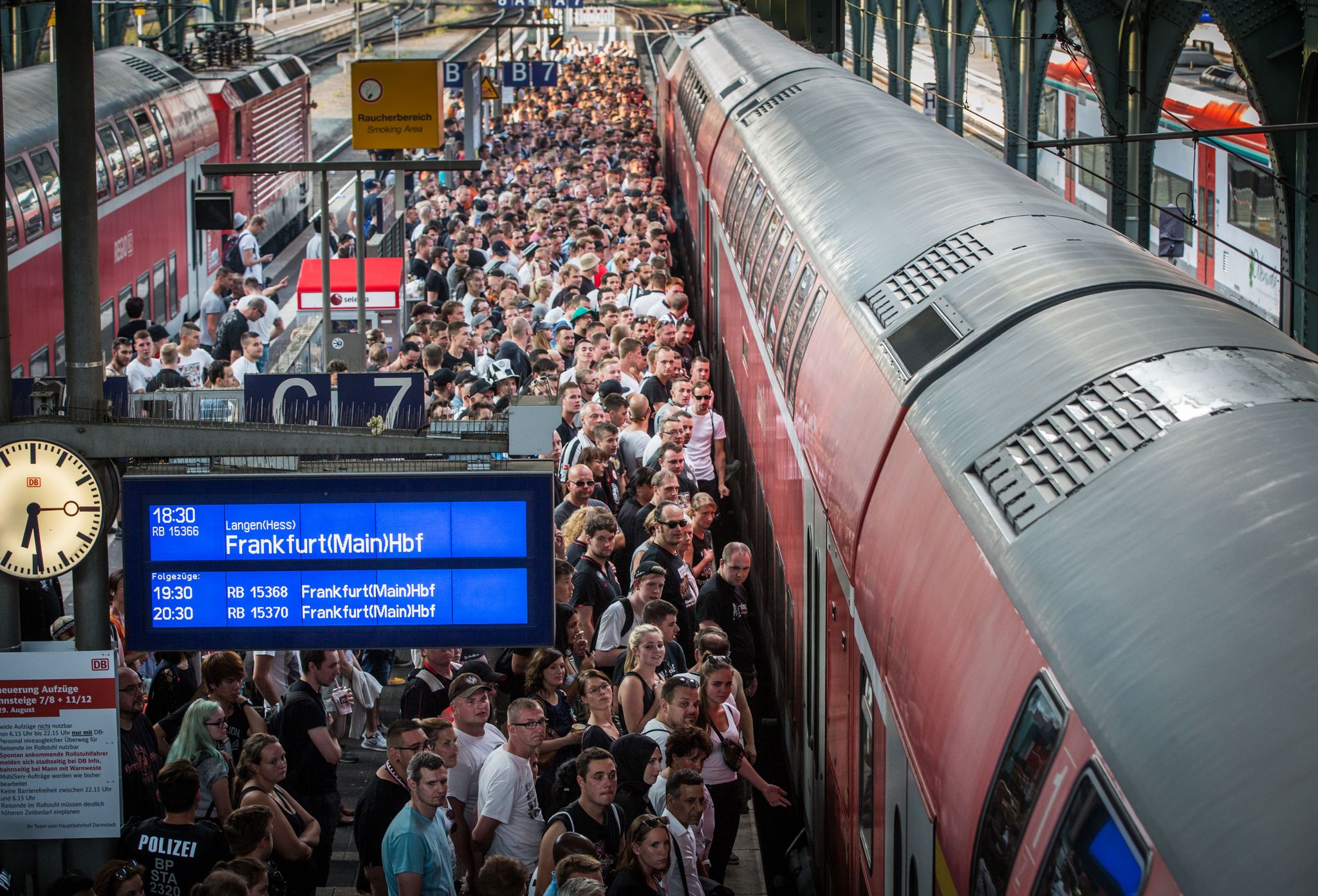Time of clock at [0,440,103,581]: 6:29
